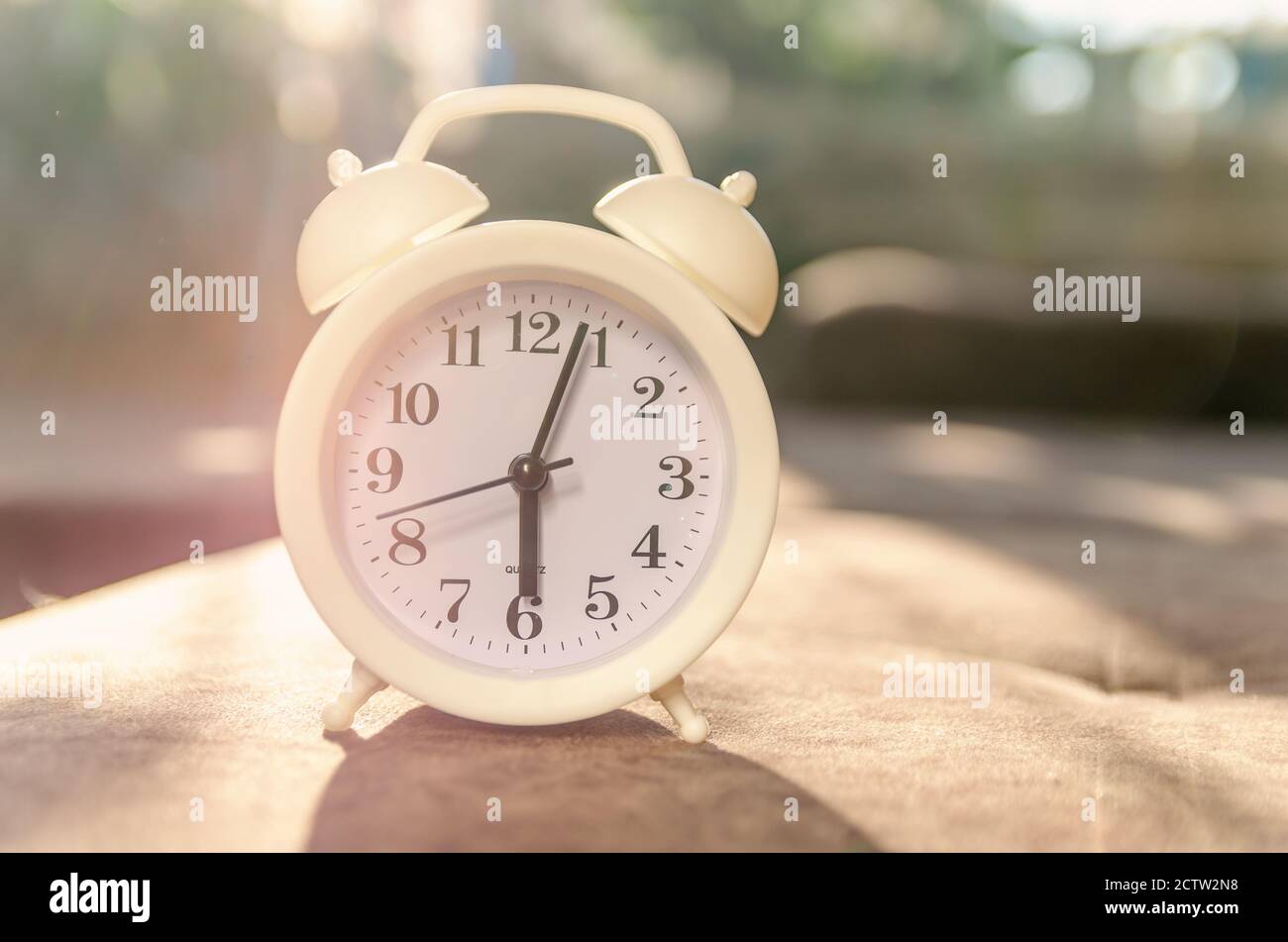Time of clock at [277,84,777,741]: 6:03
